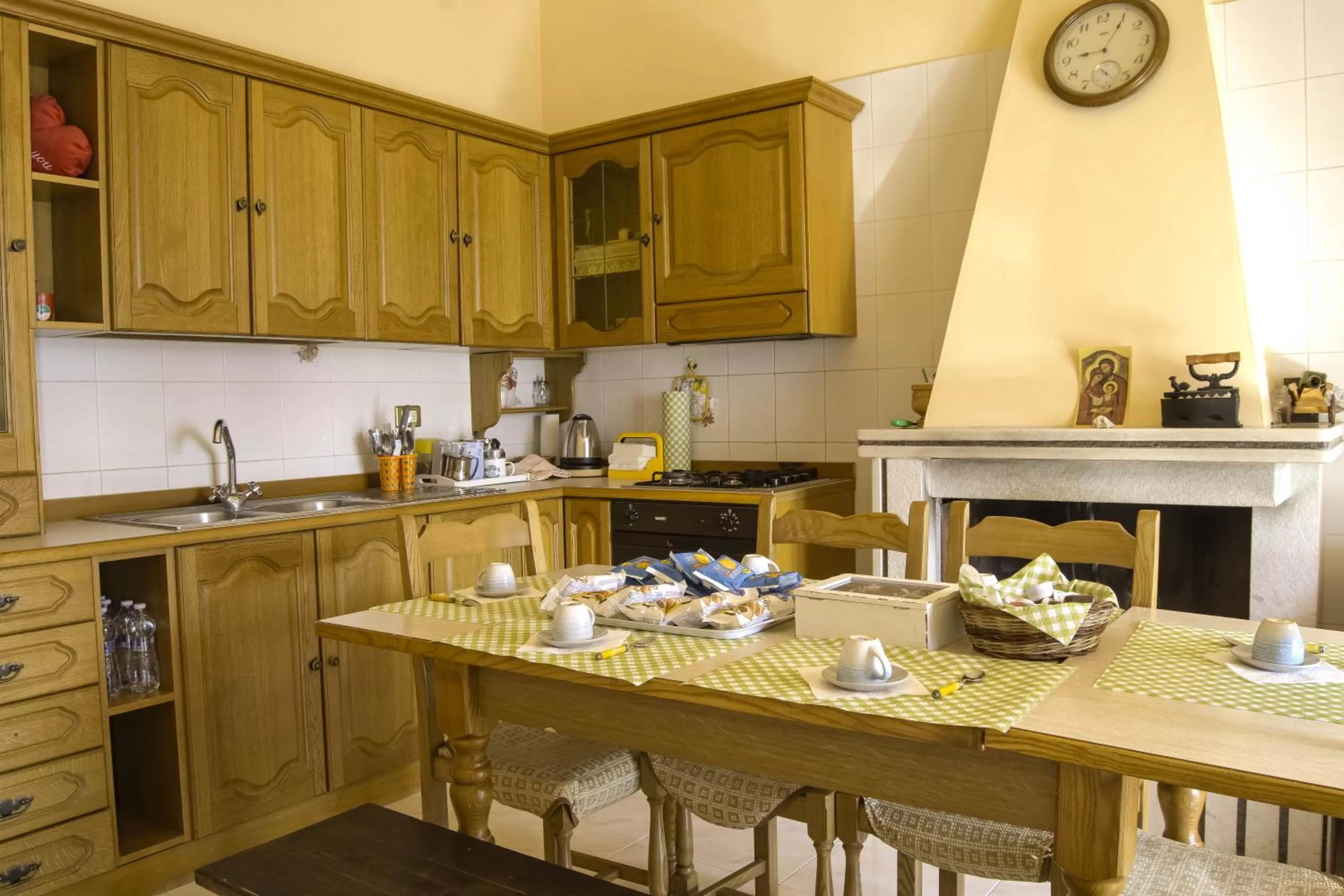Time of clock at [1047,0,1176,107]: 9:05
